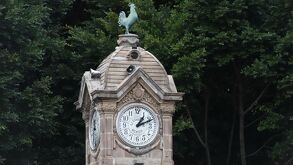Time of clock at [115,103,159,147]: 1:11
